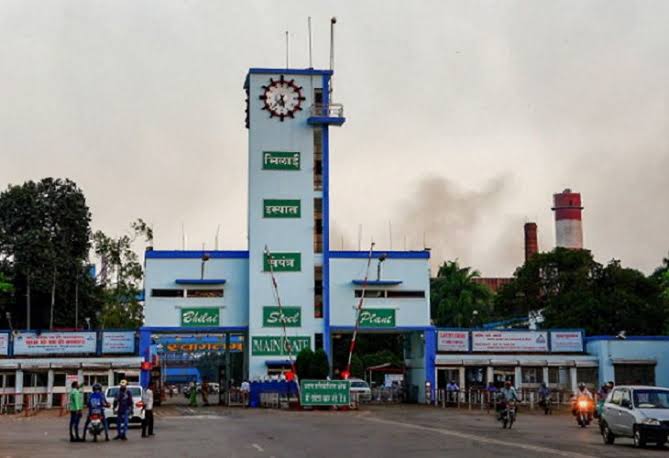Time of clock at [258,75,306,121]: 5:37
